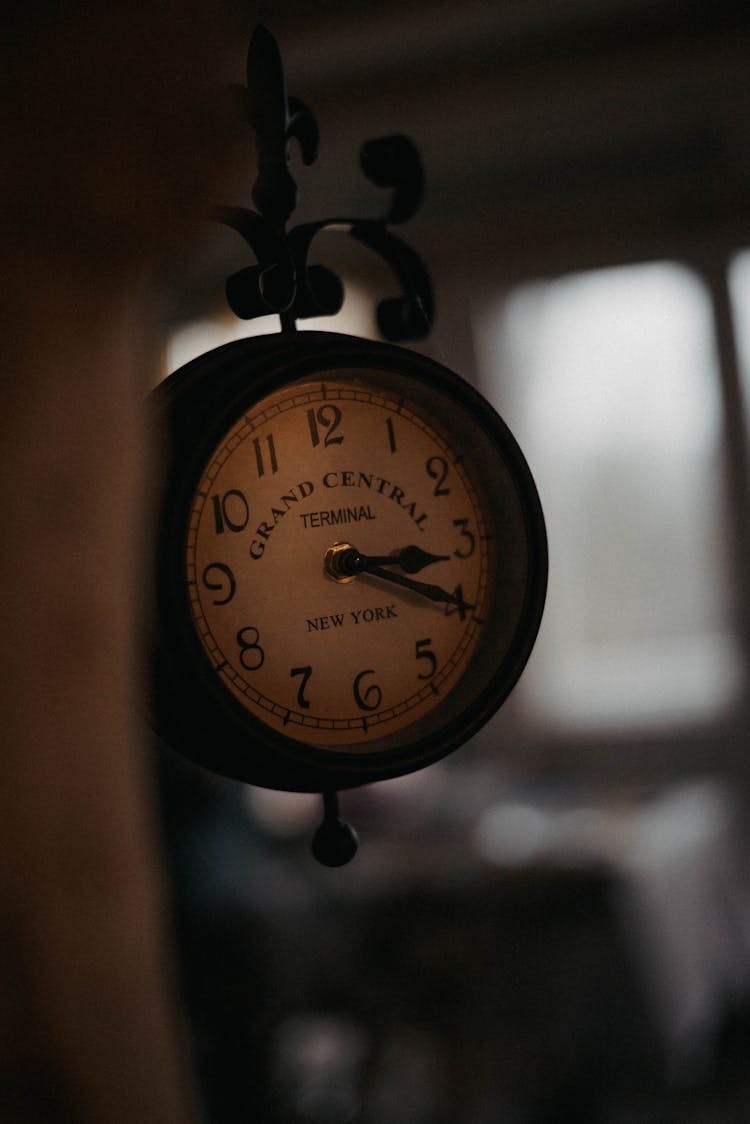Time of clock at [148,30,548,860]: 3:19
